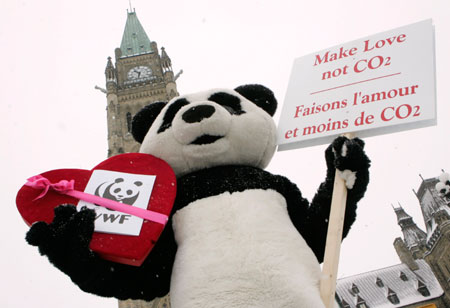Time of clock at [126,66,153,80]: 10:32
